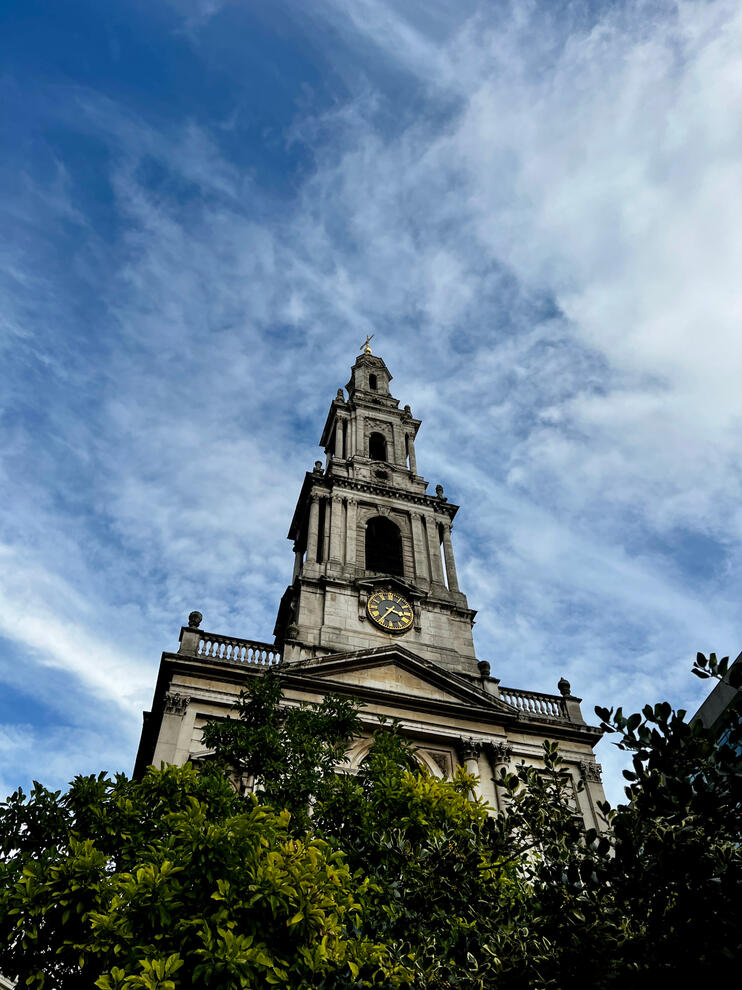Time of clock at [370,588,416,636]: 3:37
